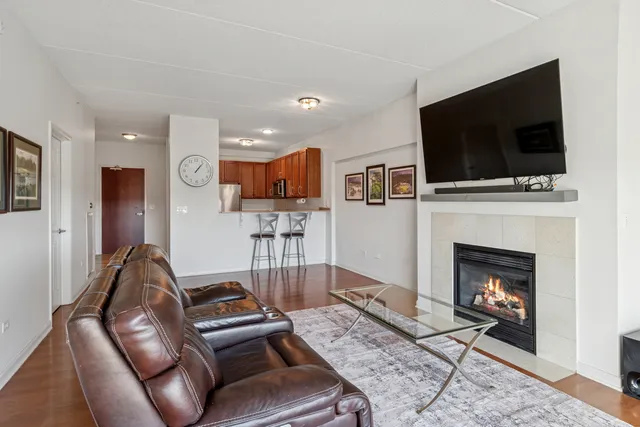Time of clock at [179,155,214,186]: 1:06
